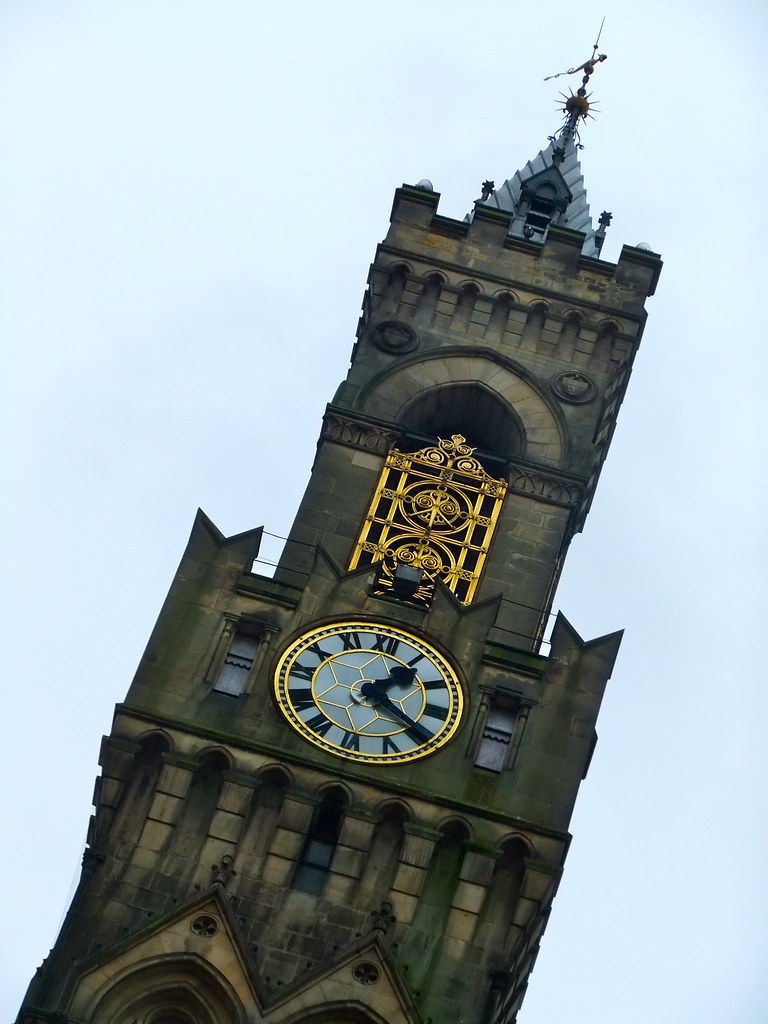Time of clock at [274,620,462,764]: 1:20
